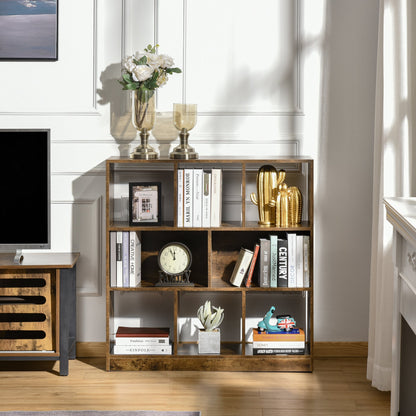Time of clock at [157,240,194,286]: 11:55
